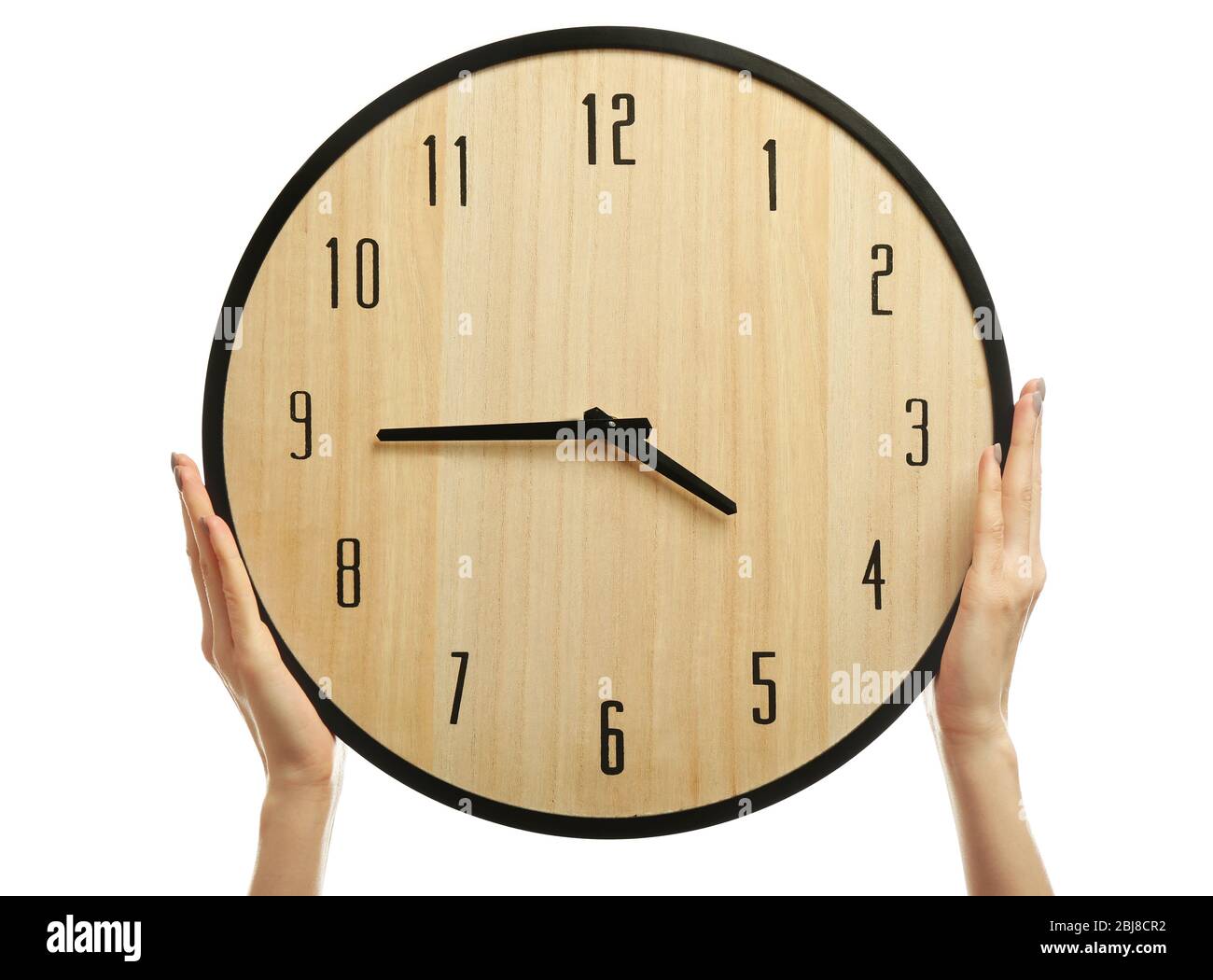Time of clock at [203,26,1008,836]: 3:44
